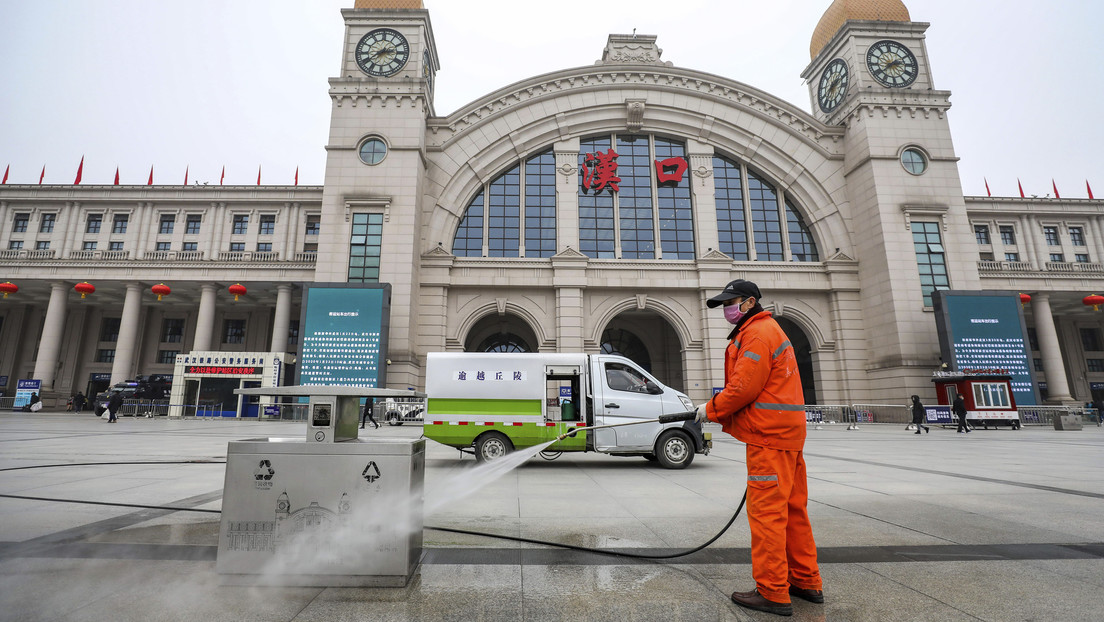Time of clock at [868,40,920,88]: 2:38
